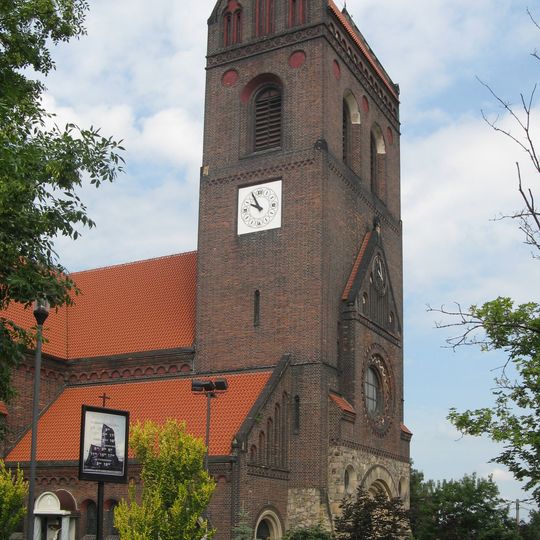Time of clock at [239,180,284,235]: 9:55
